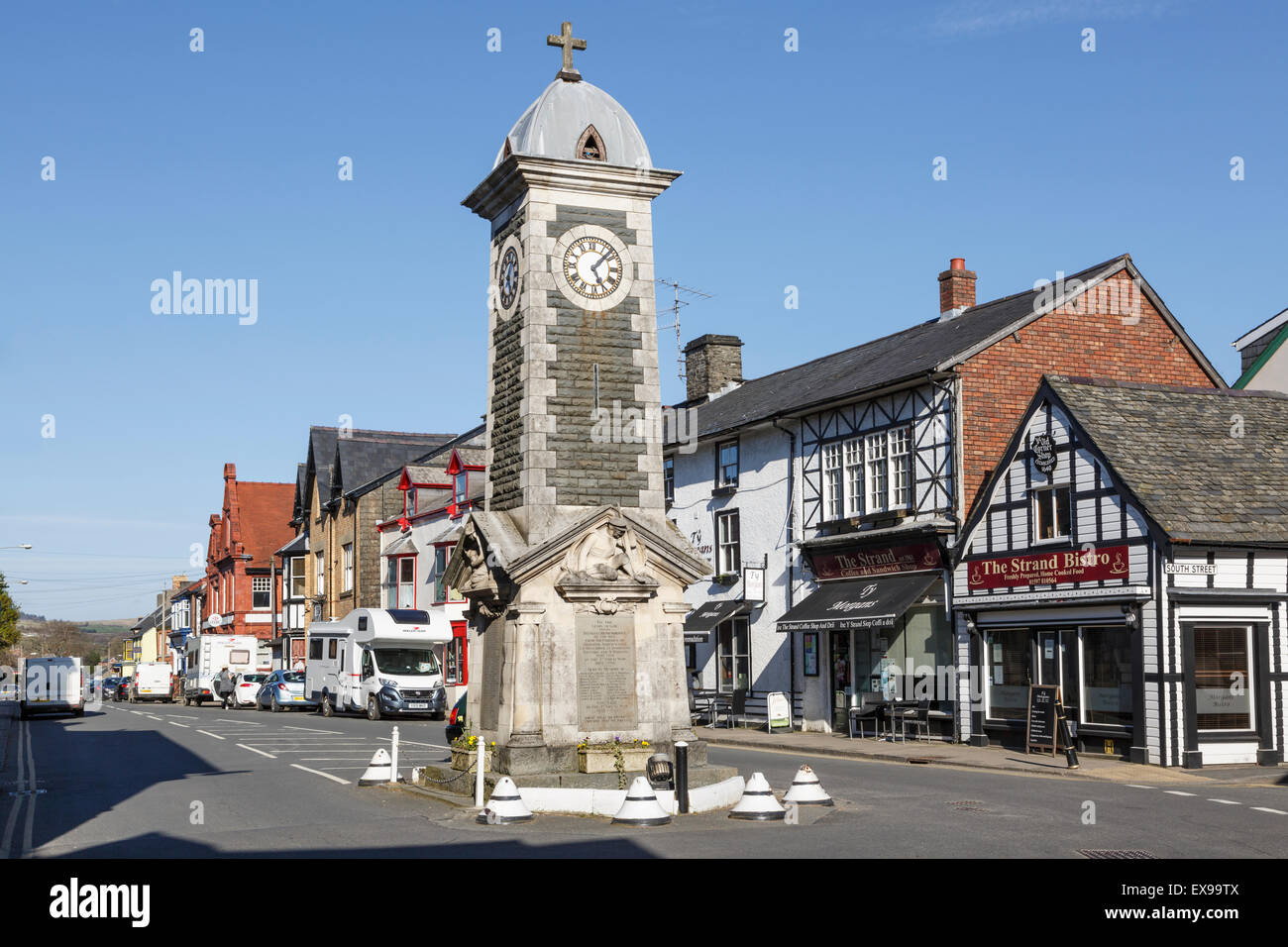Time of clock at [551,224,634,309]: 5:07
